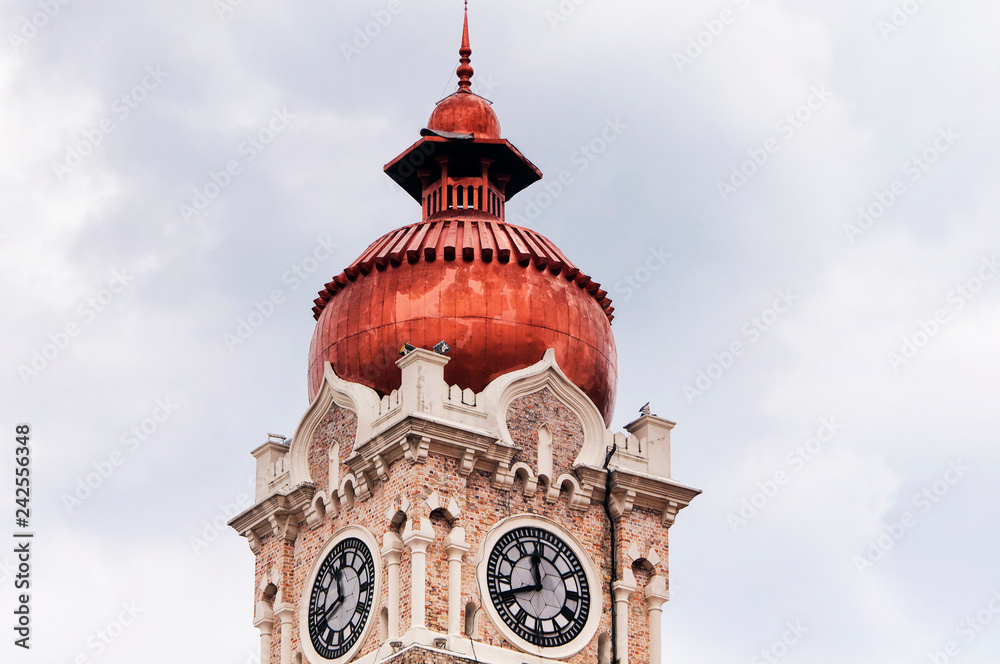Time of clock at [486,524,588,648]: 11:41
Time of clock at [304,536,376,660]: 11:41
